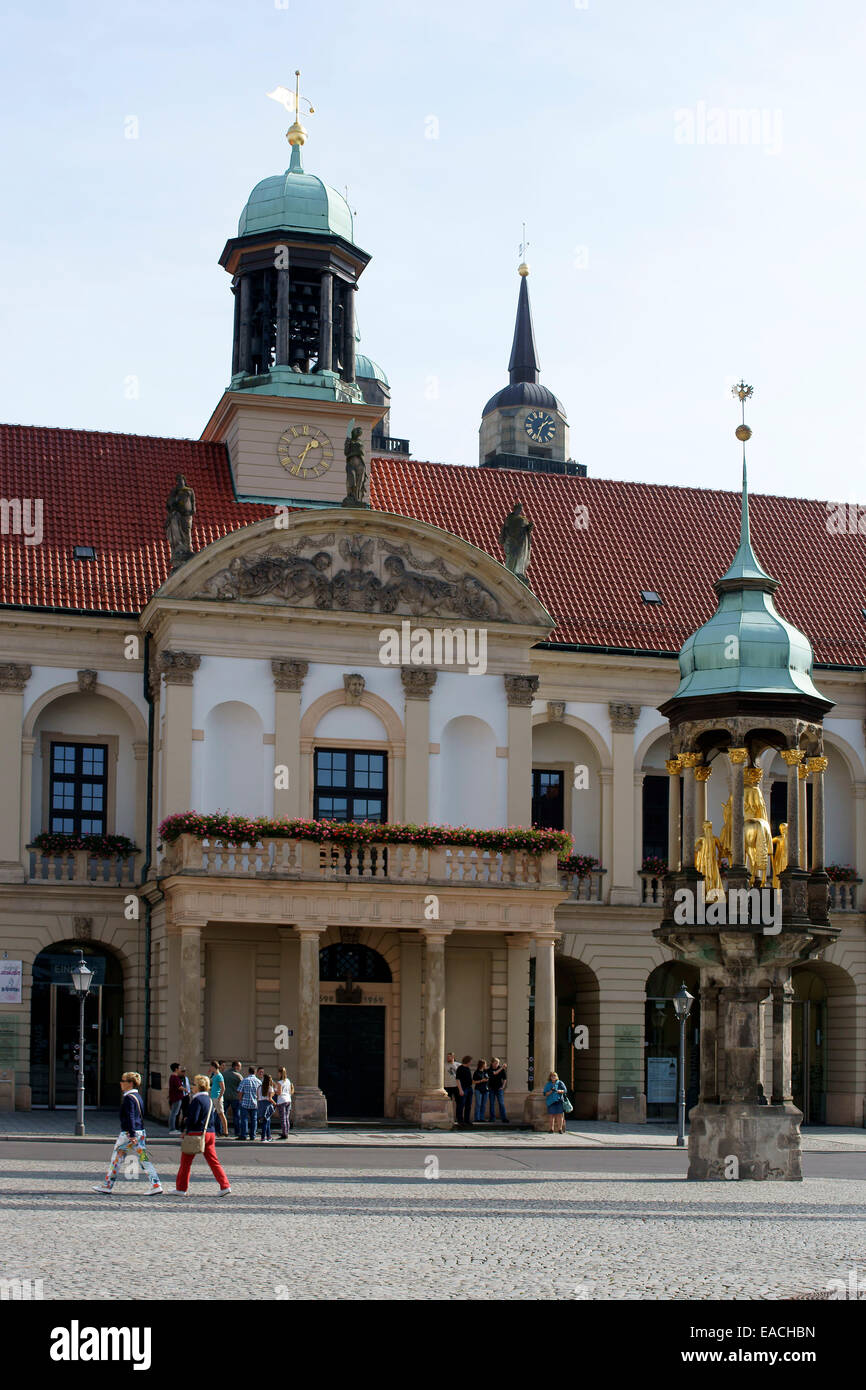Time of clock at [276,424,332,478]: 1:33
